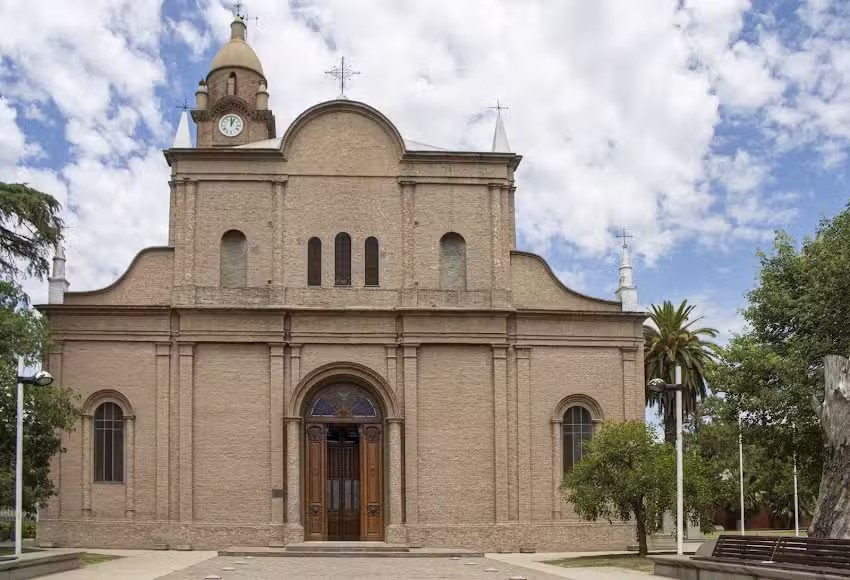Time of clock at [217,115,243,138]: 12:04
